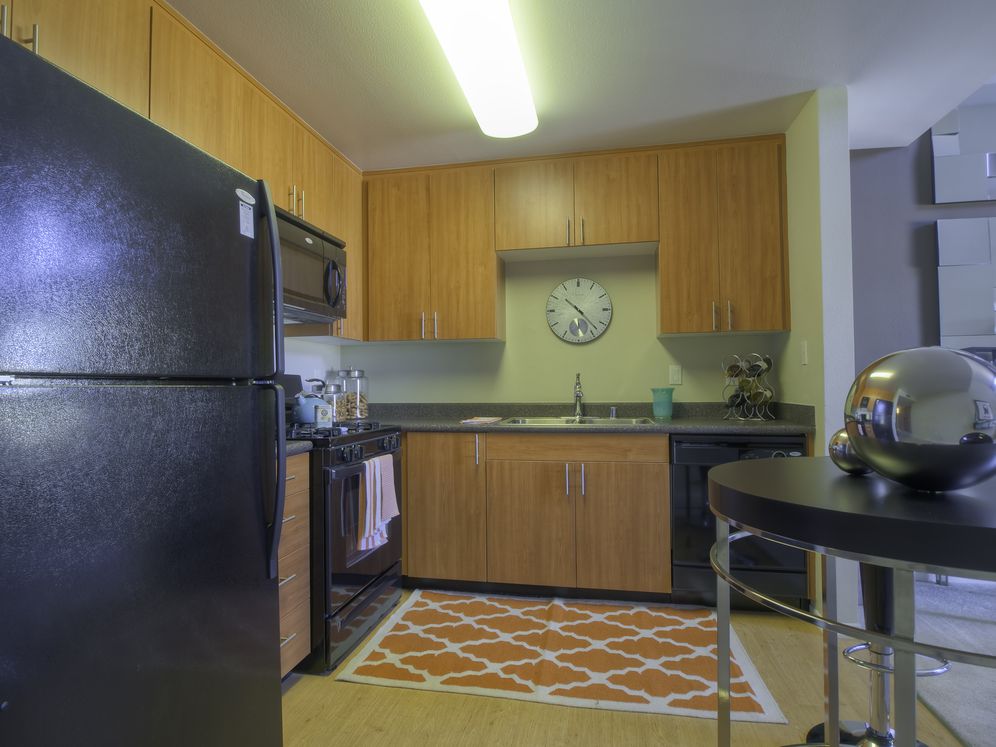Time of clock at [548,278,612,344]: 10:22
